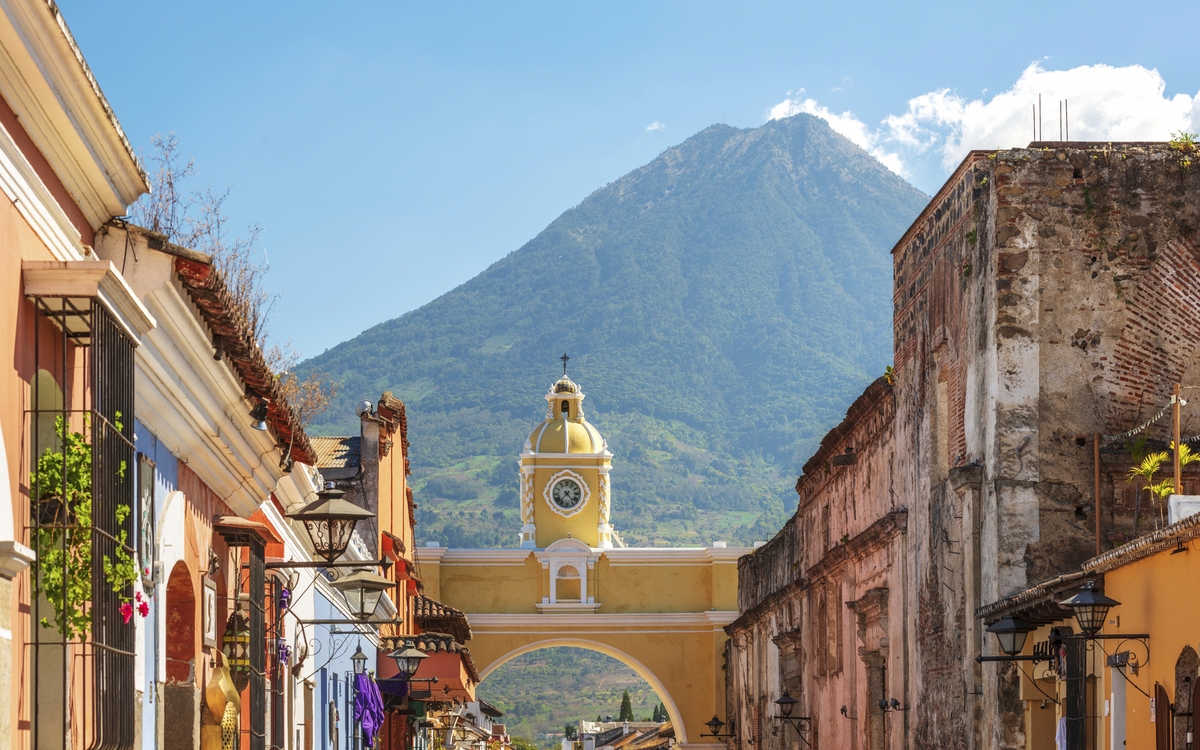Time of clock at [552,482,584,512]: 4:36
